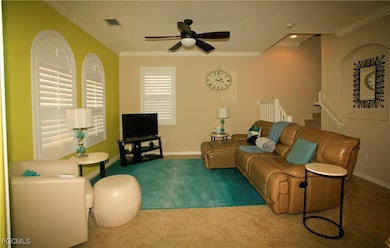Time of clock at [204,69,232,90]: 2:18
